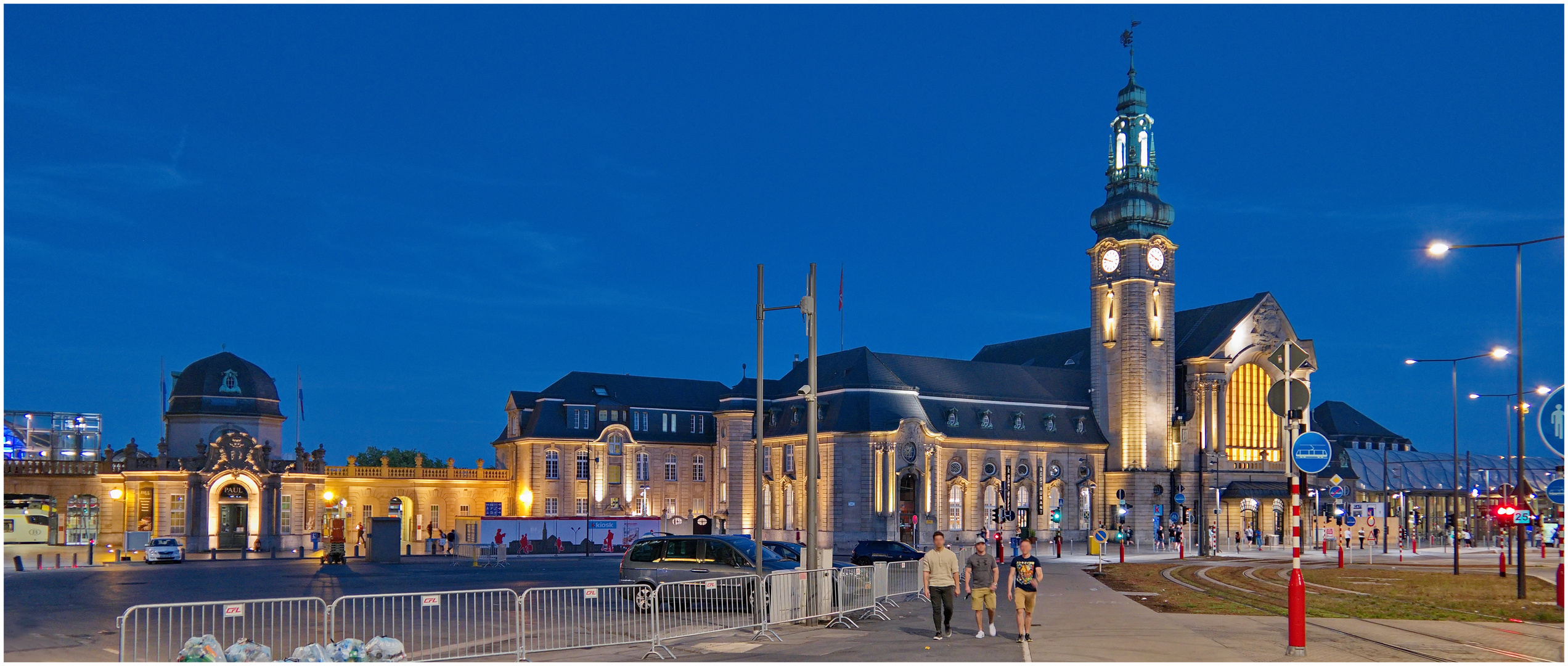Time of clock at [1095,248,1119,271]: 9:48
